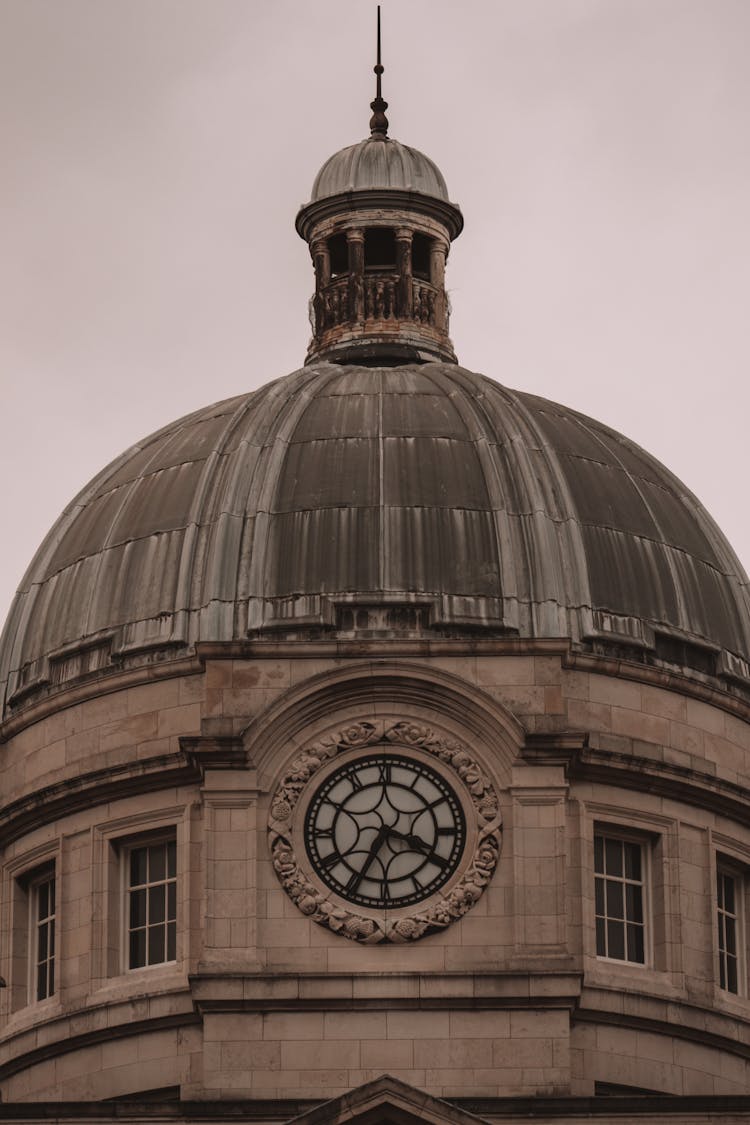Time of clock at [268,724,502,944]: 3:34
